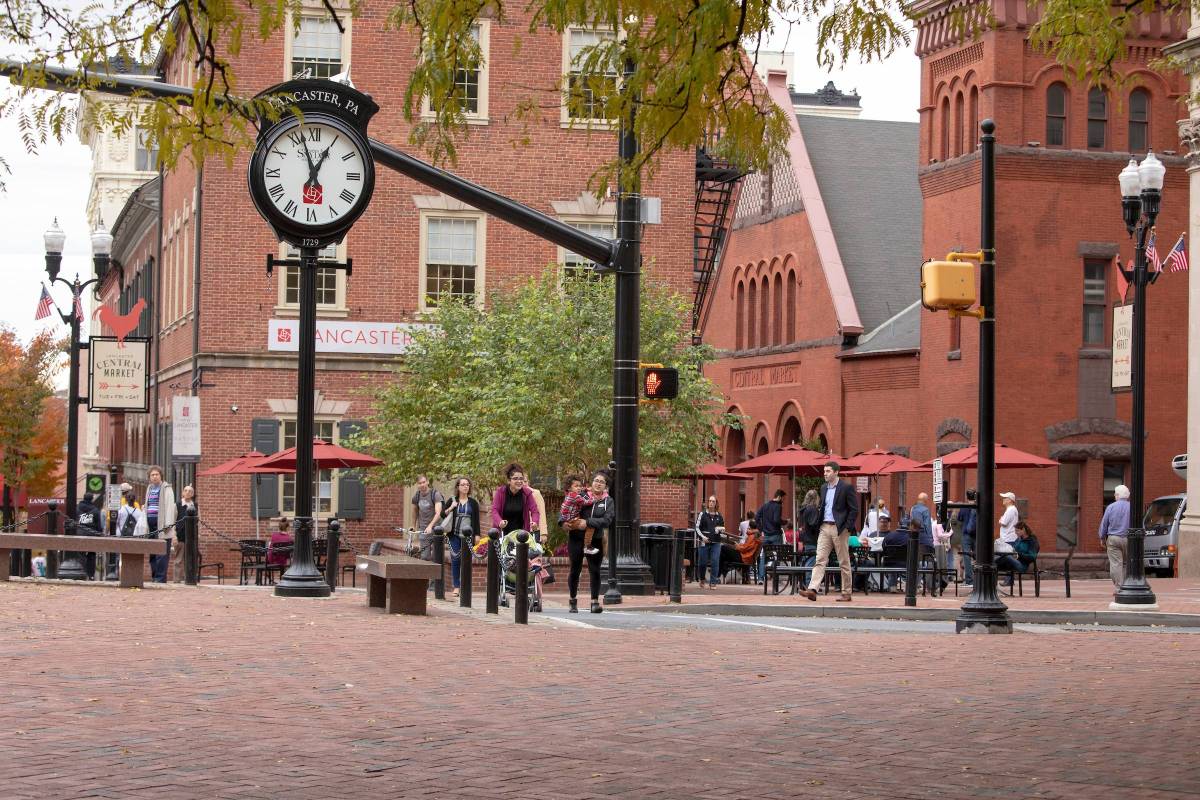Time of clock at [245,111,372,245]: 12:57
